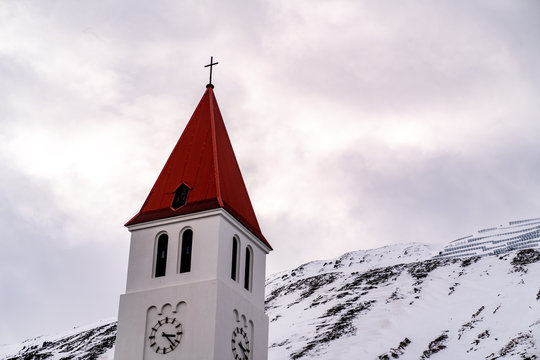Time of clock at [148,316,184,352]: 3:22
